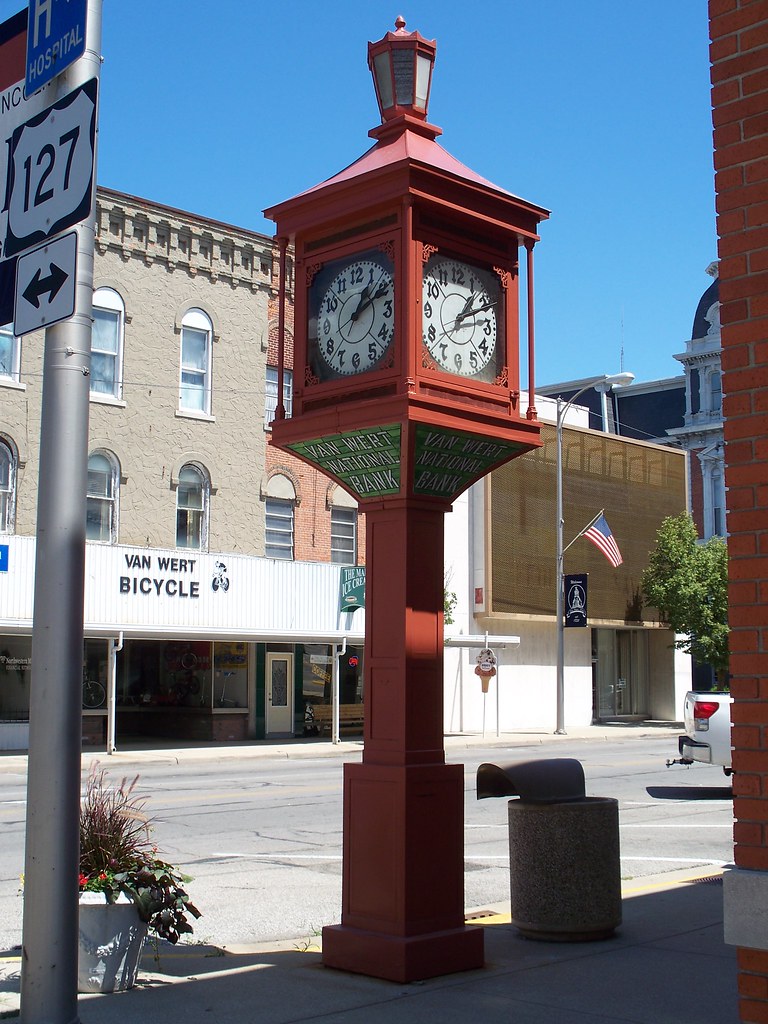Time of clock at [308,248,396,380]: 1:11
